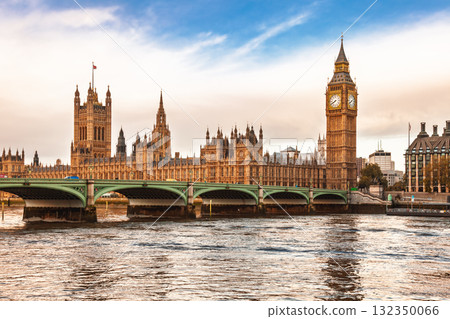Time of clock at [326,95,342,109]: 7:40
